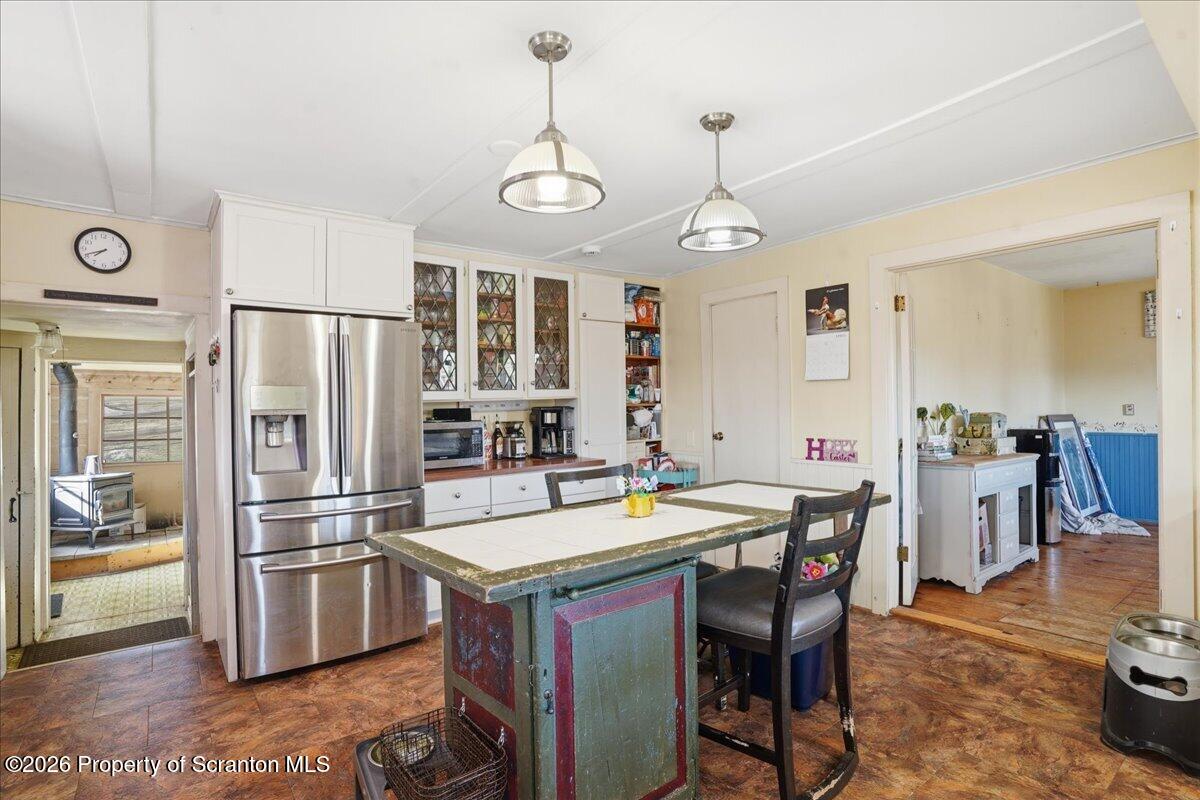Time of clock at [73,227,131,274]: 7:41
